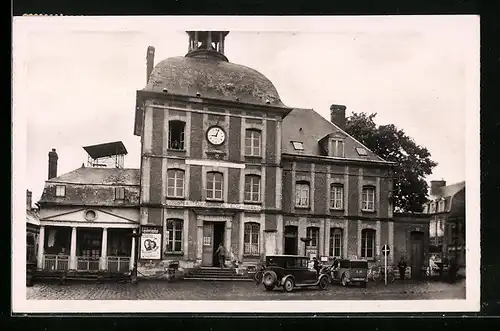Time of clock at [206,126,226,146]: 9:03
